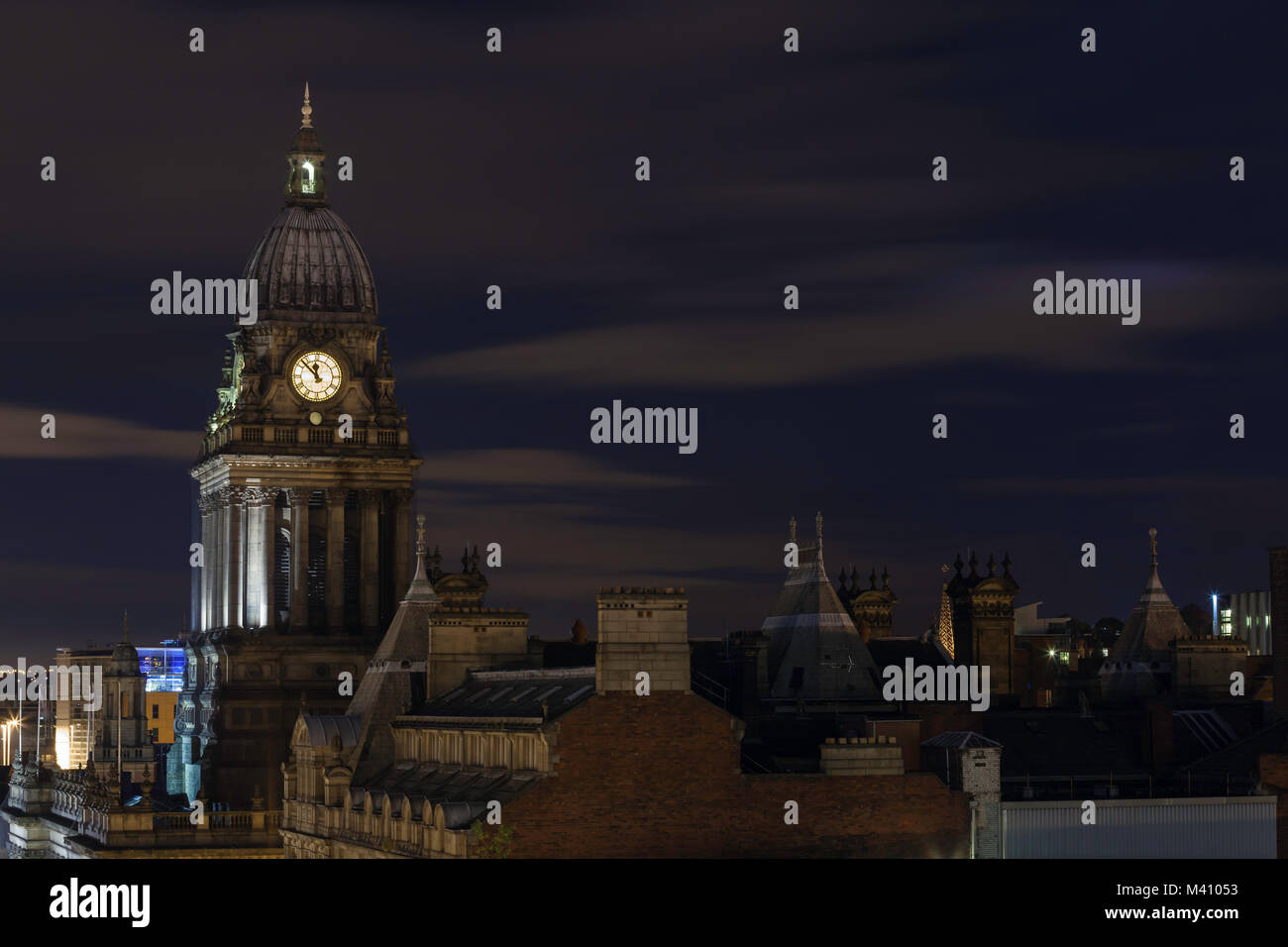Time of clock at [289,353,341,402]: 11:52
